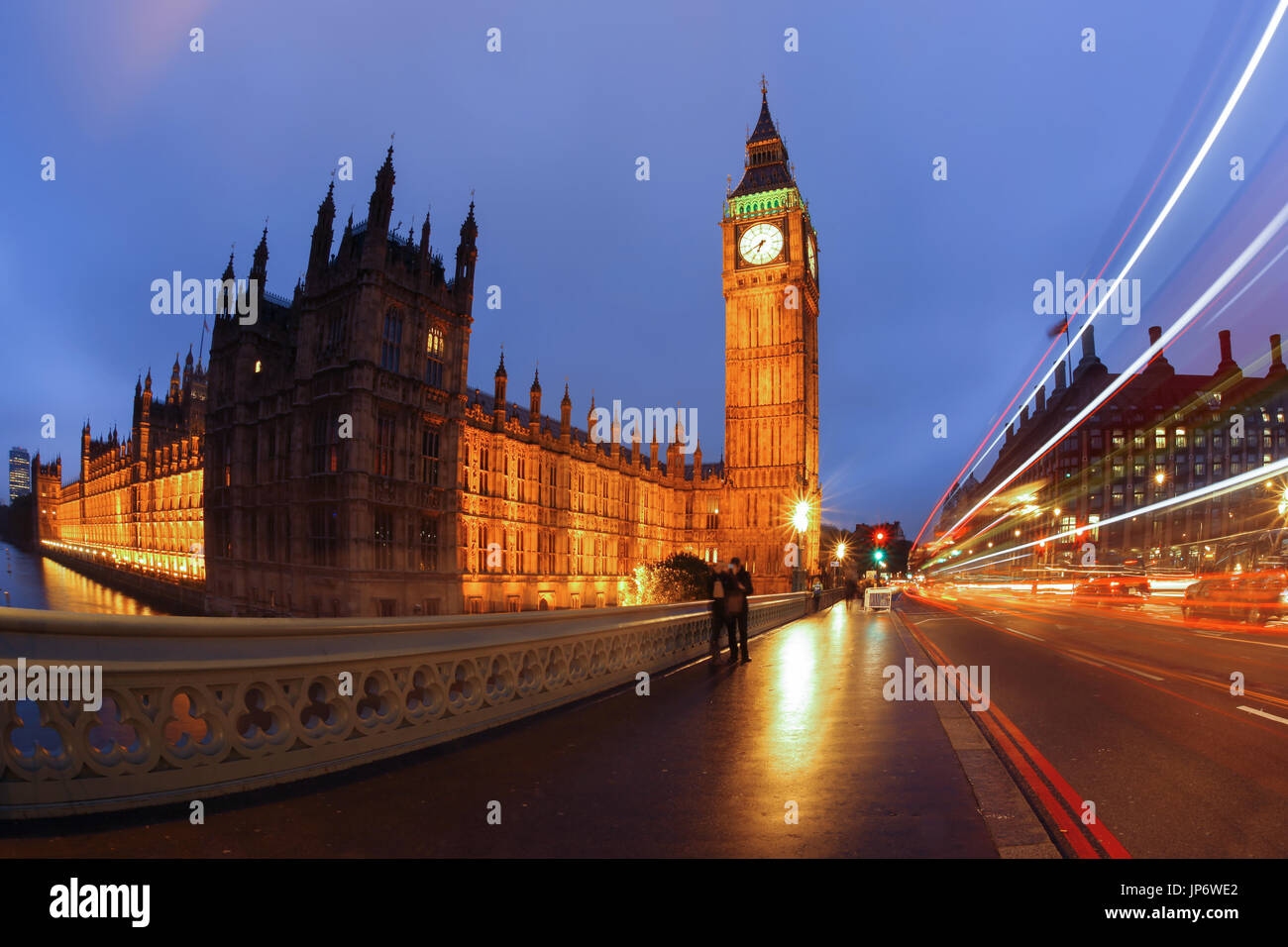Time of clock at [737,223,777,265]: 6:40
